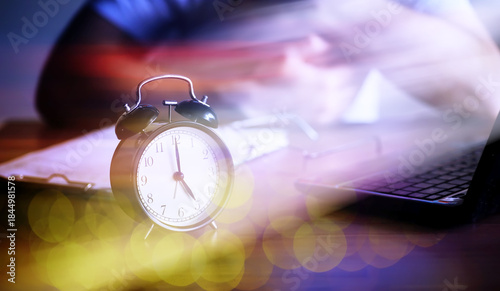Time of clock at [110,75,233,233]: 5:00
